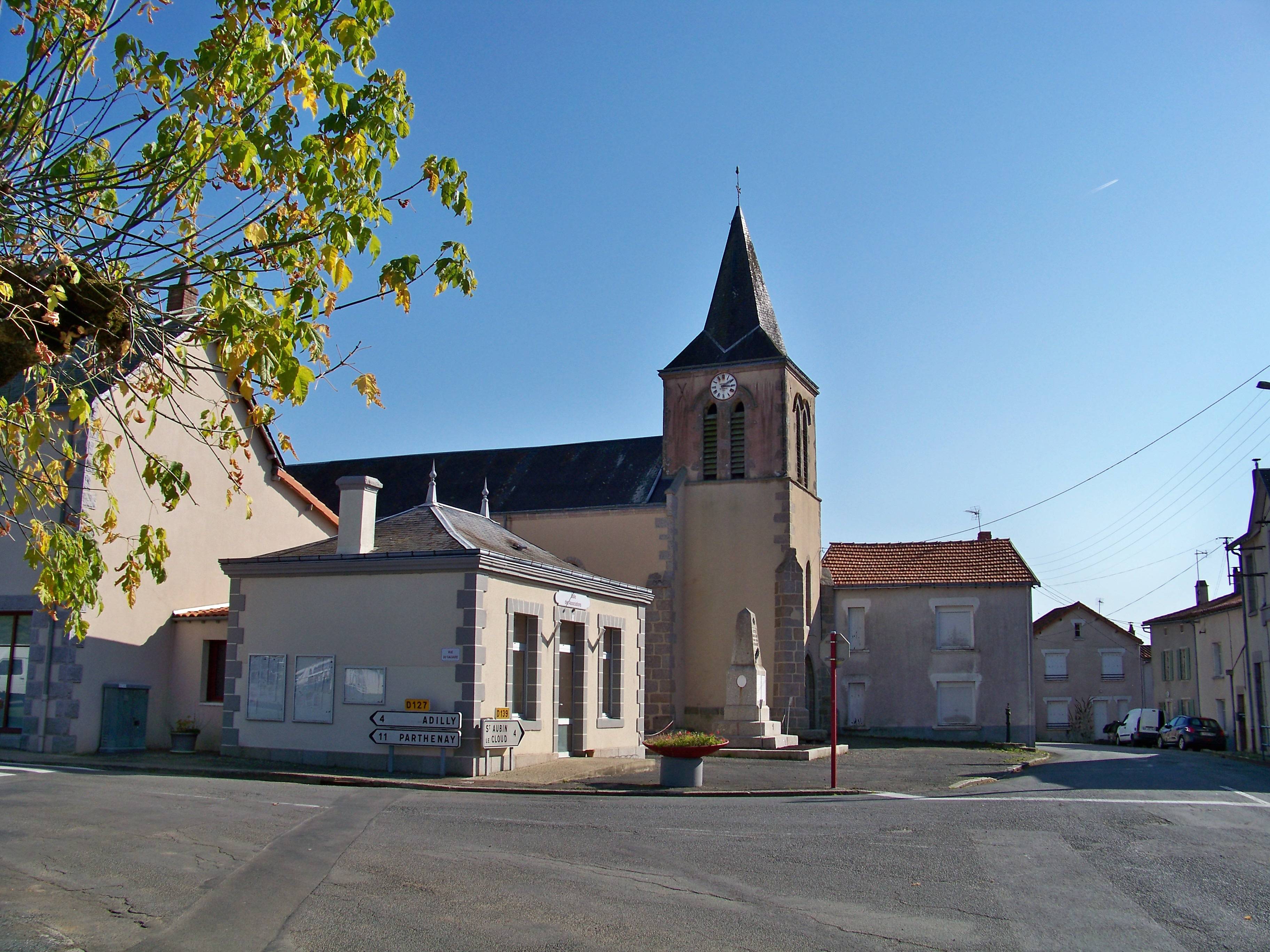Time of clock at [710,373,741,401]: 3:09
